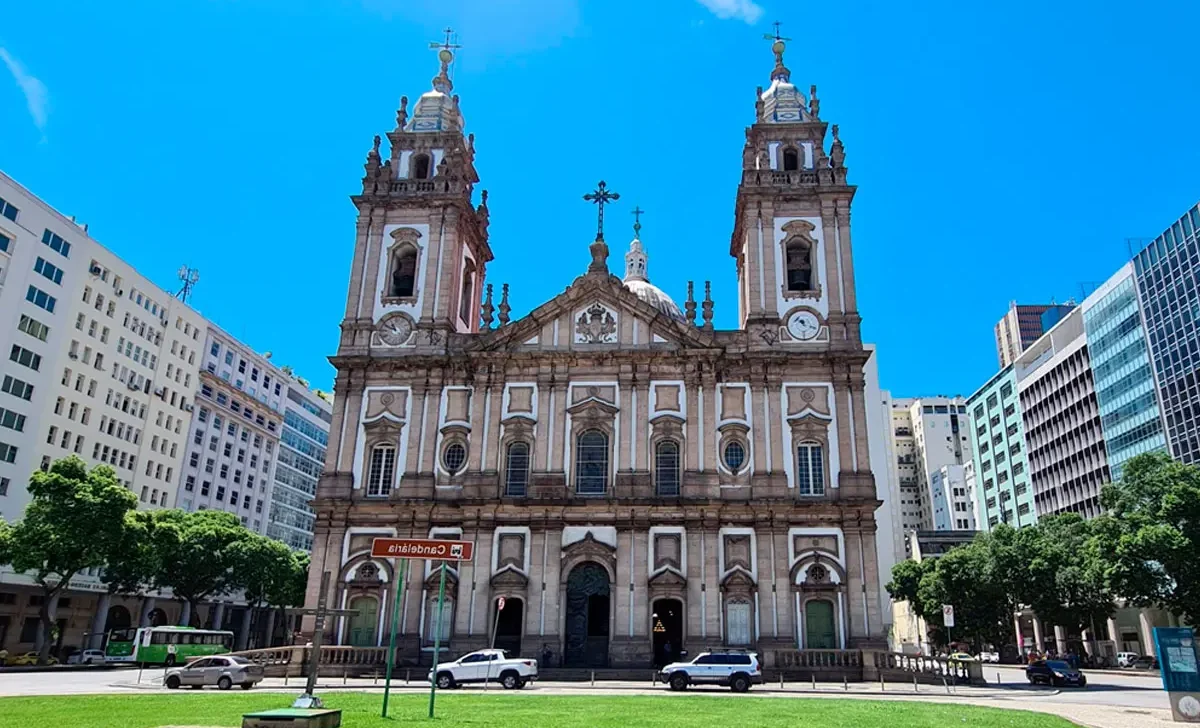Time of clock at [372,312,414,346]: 10:48
